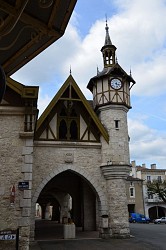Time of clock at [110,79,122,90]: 3:27
